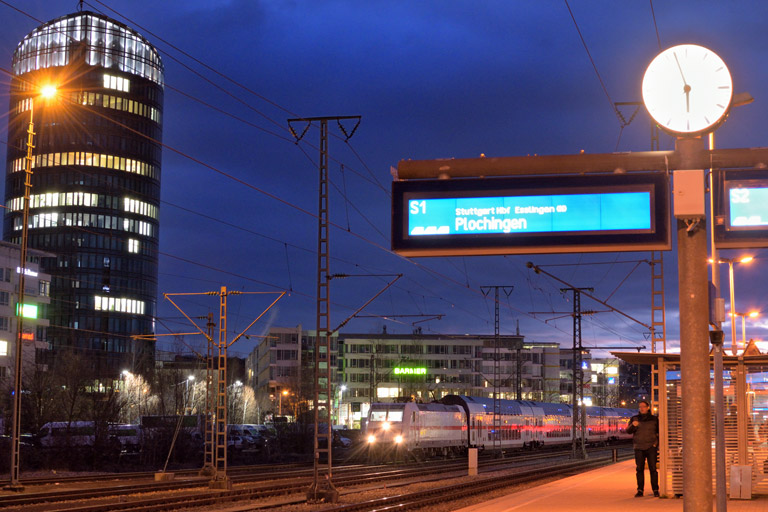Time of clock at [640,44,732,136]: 5:57
